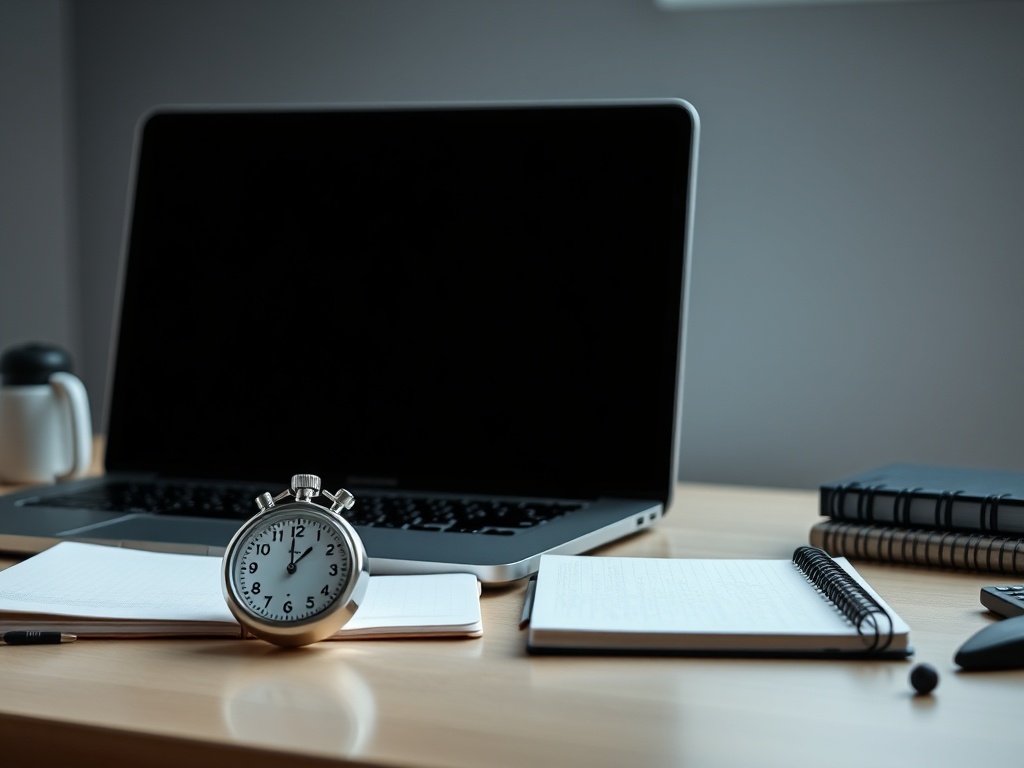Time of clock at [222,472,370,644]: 12:59
